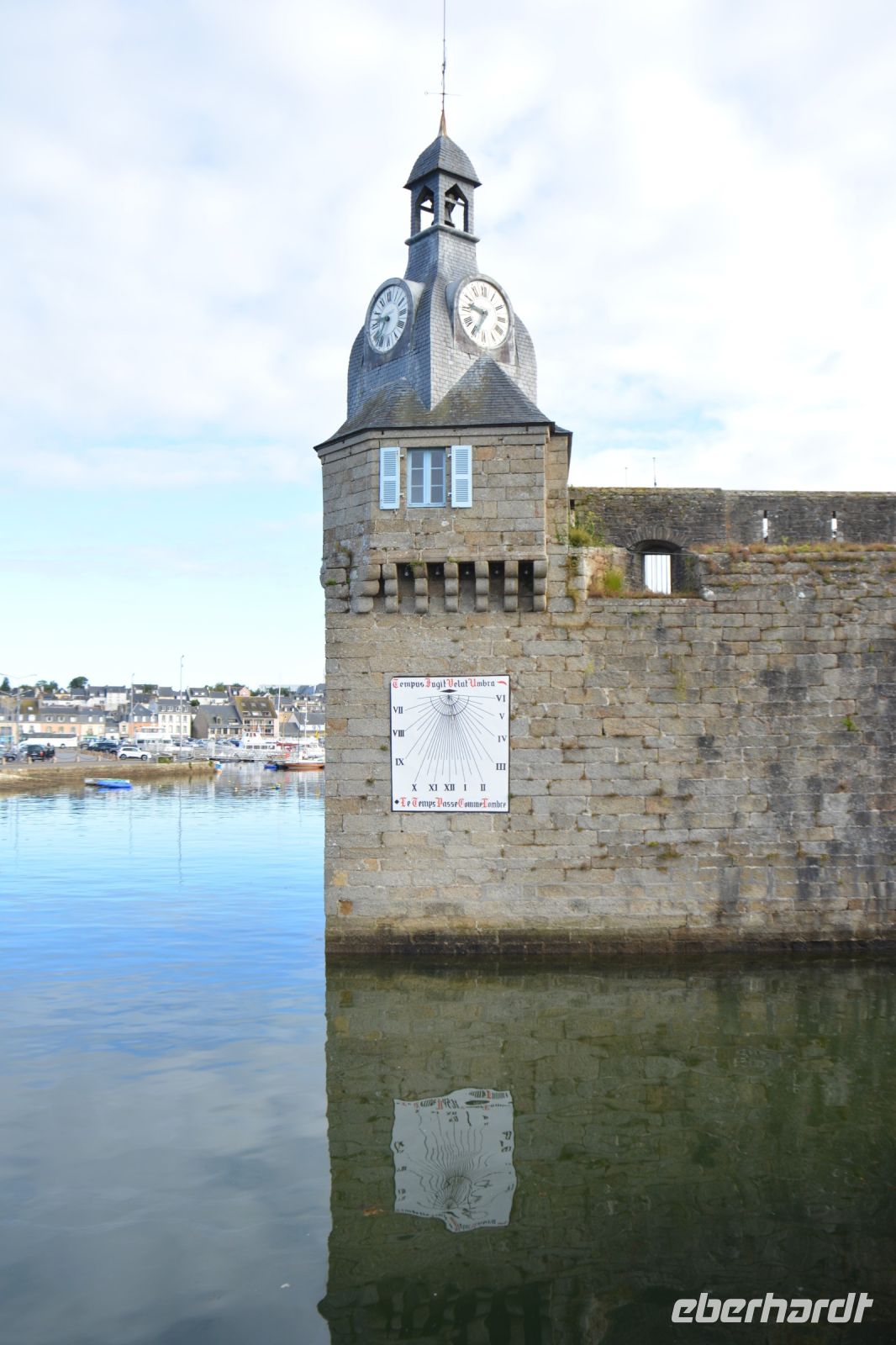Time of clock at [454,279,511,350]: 9:34
